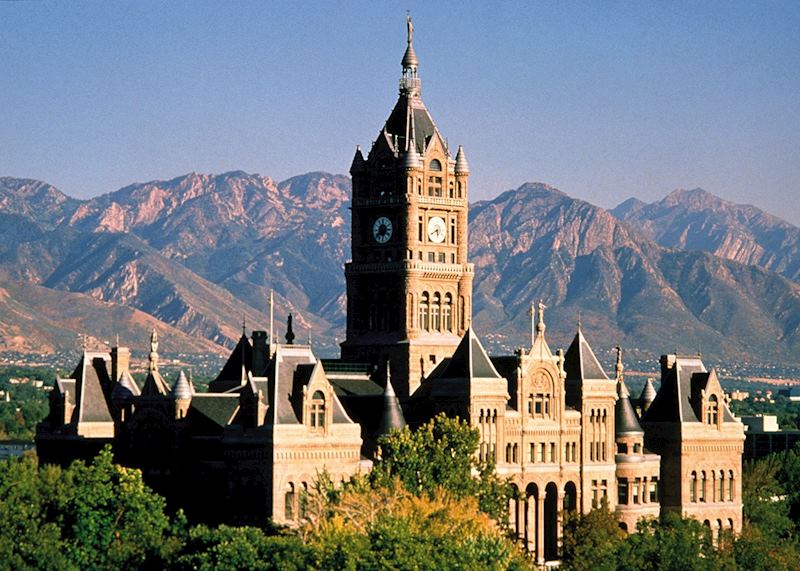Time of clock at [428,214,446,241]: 5:40
